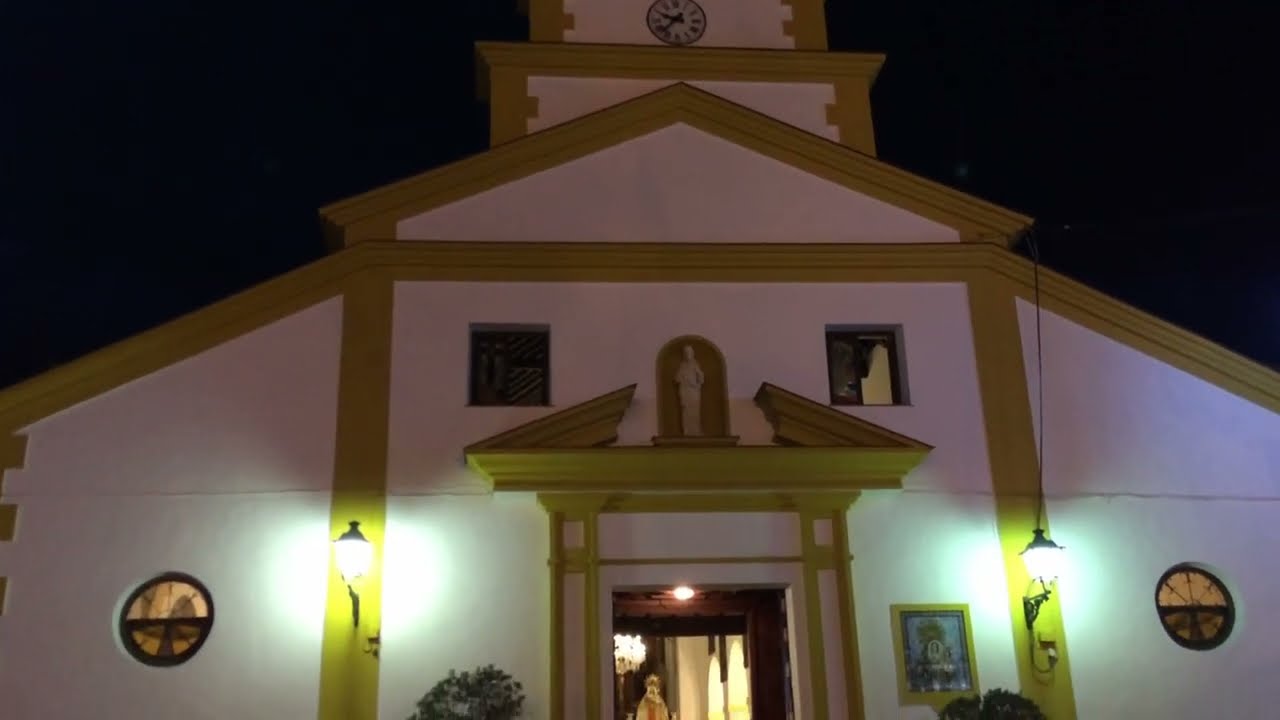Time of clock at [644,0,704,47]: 9:37
